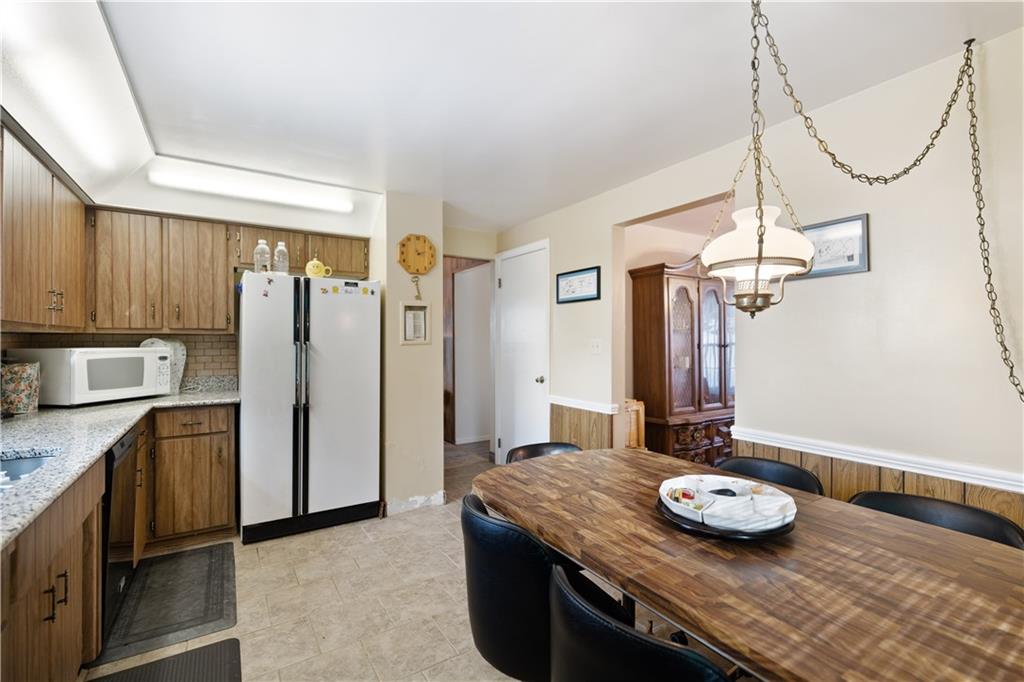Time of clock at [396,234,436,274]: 3:12
